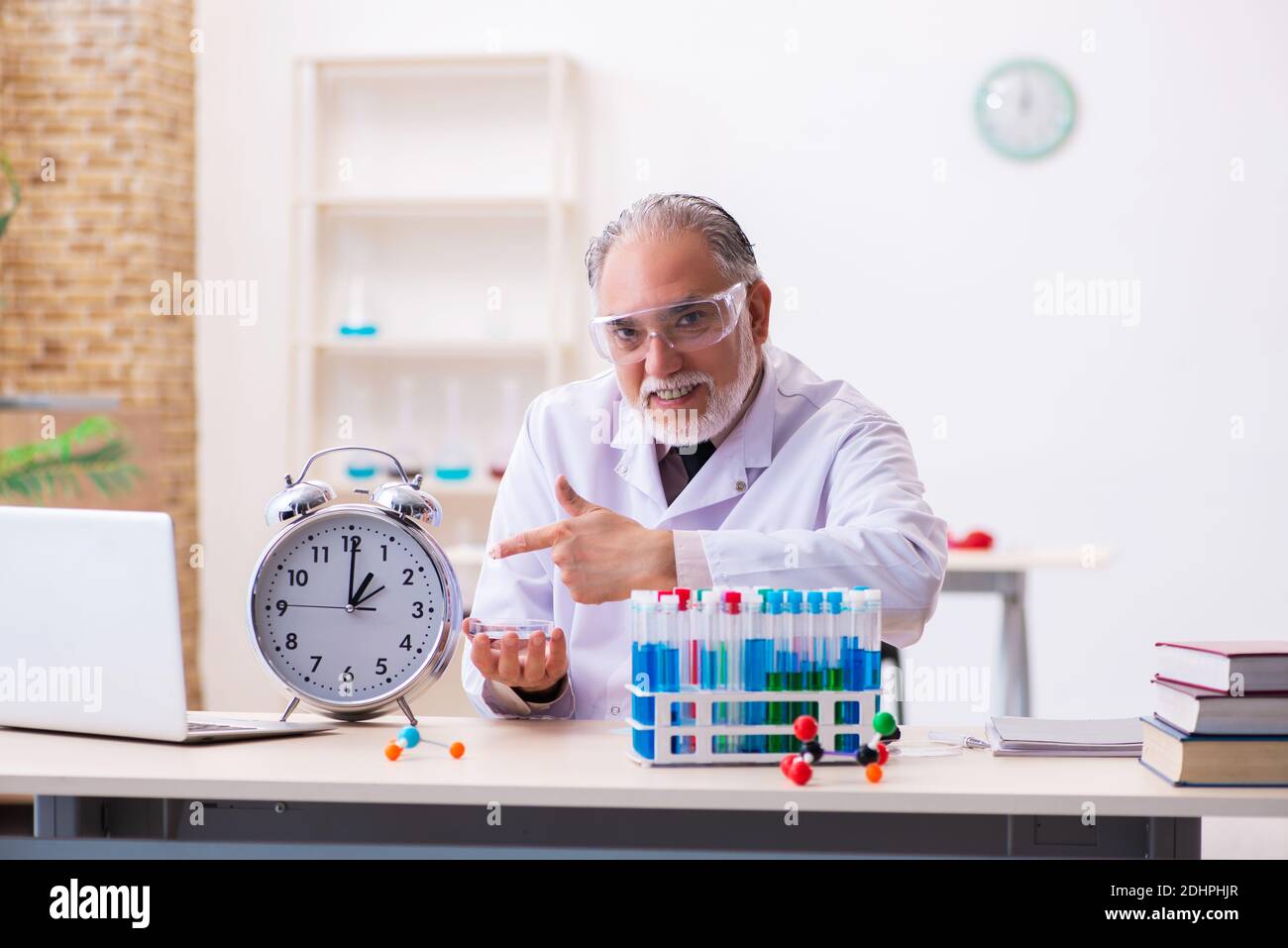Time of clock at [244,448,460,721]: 1:00
